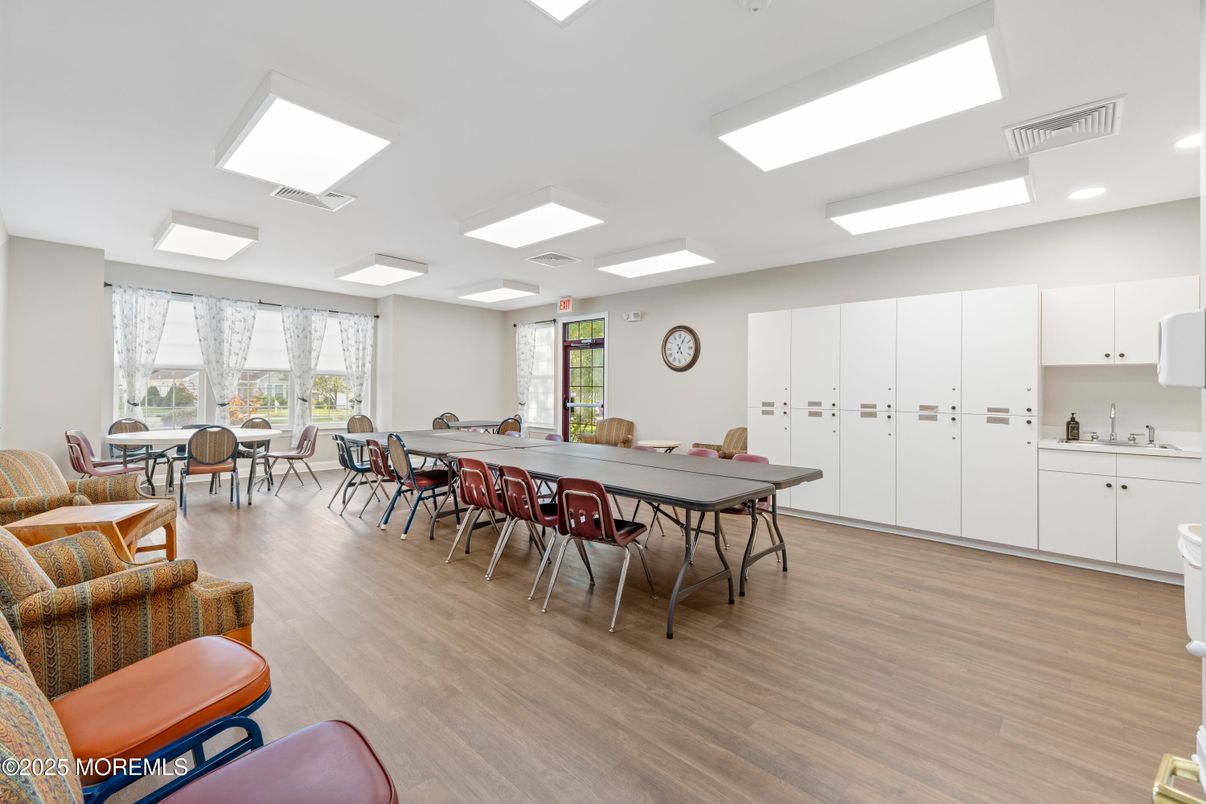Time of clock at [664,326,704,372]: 5:04
